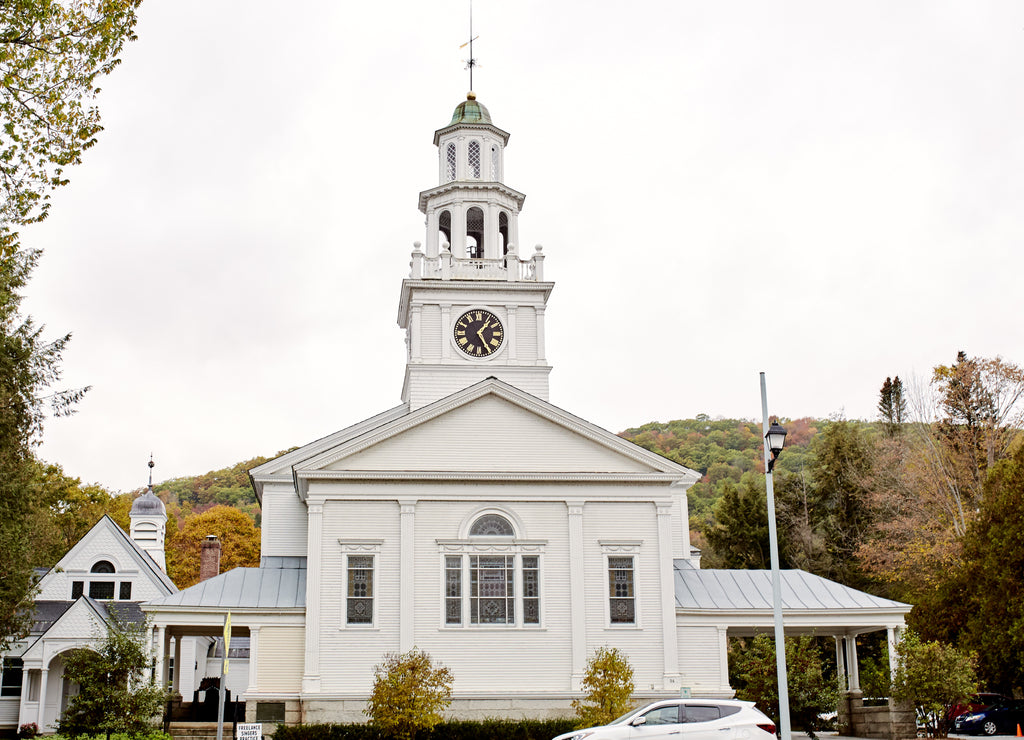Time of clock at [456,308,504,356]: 1:24
